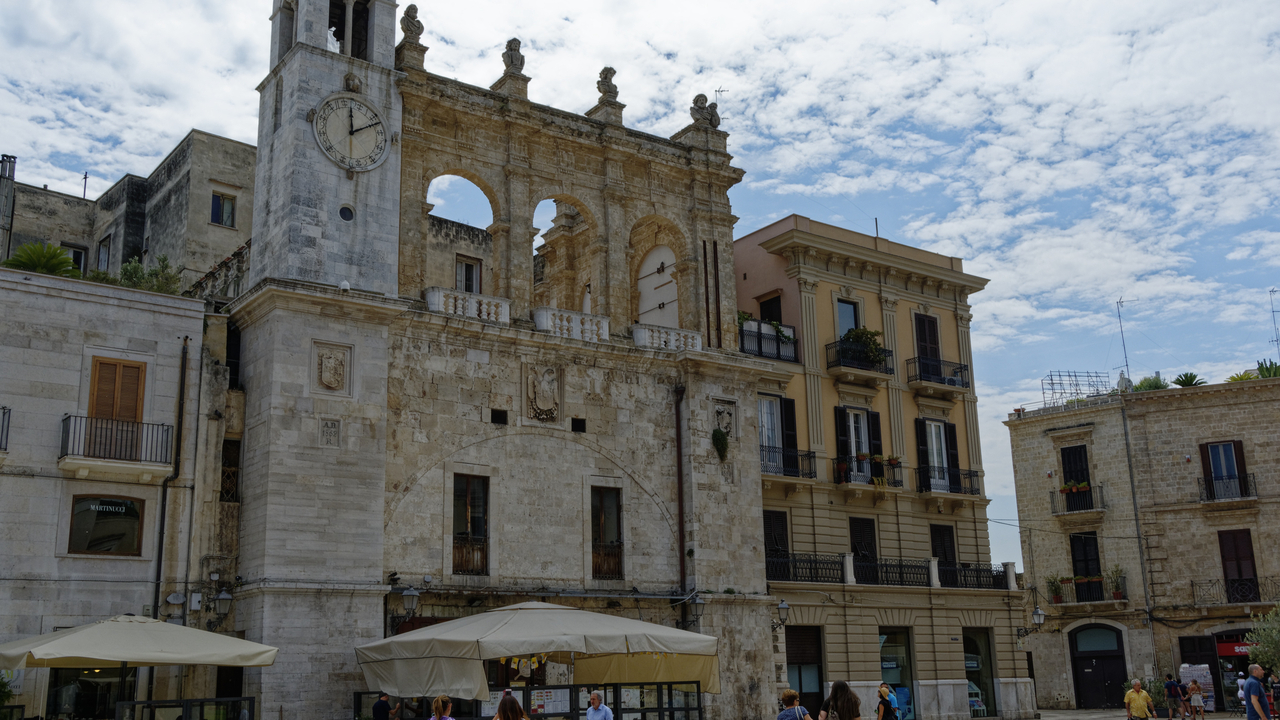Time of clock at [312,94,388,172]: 12:11
